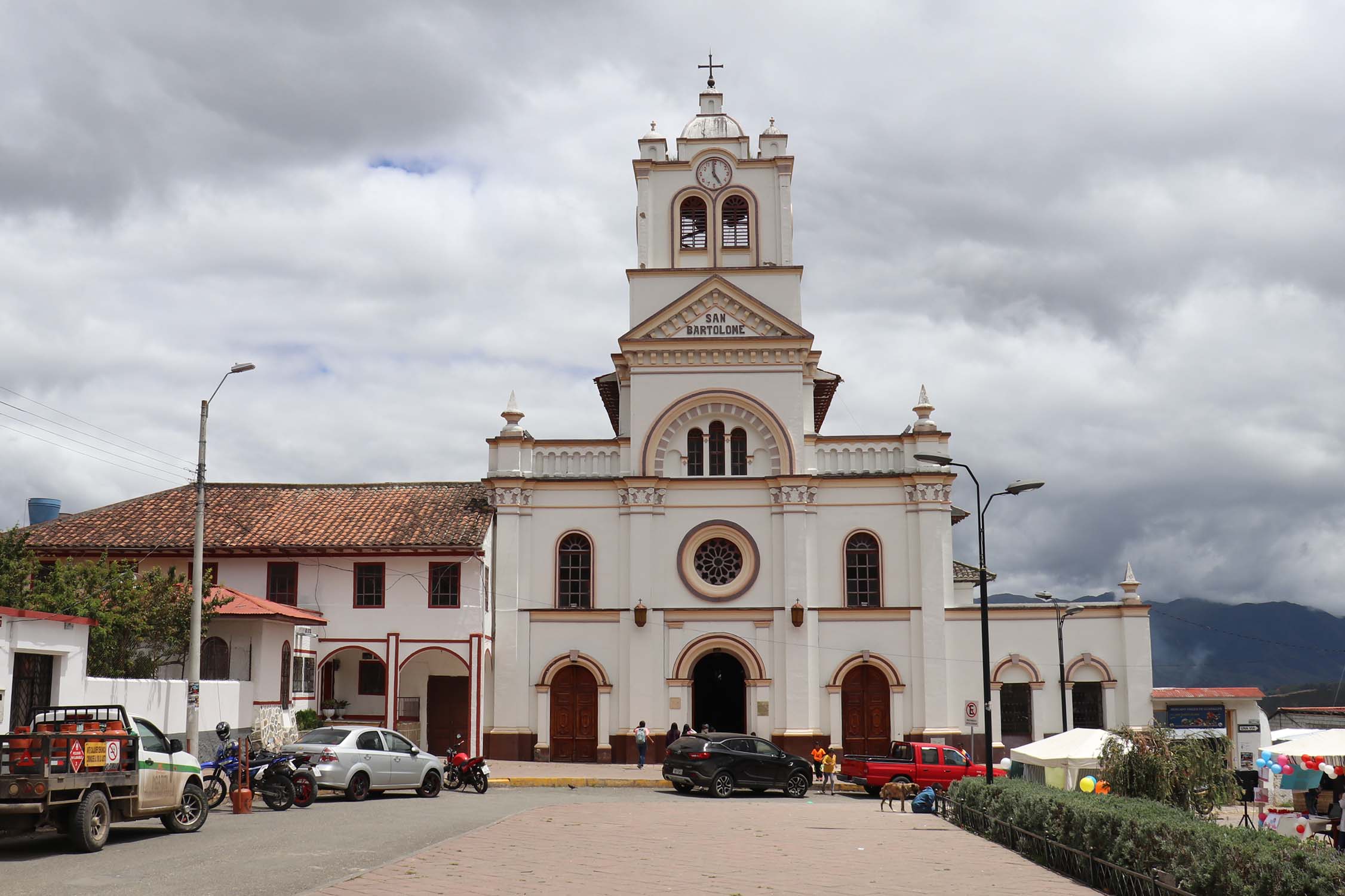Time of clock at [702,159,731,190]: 4:59
